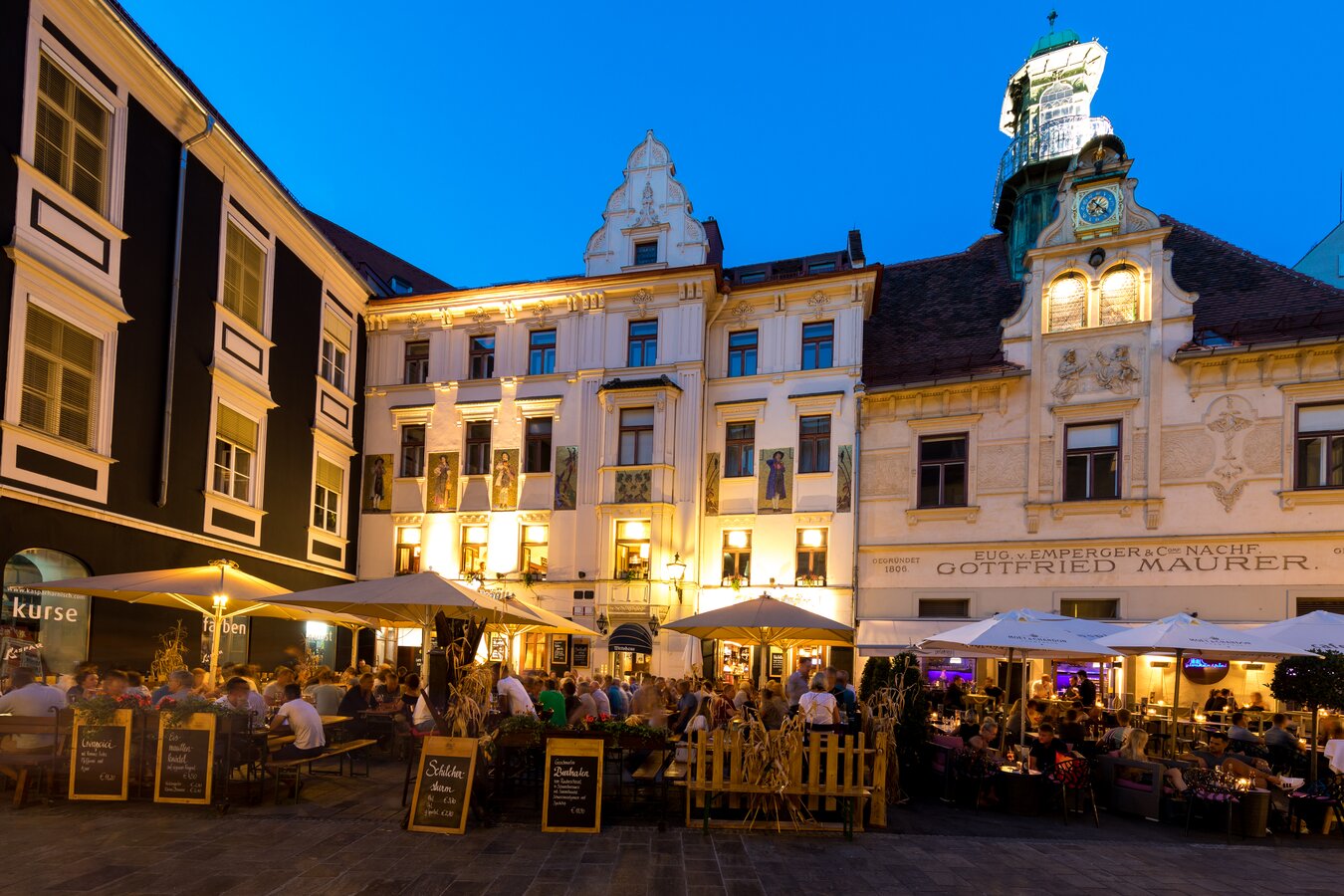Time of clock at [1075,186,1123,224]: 7:22
